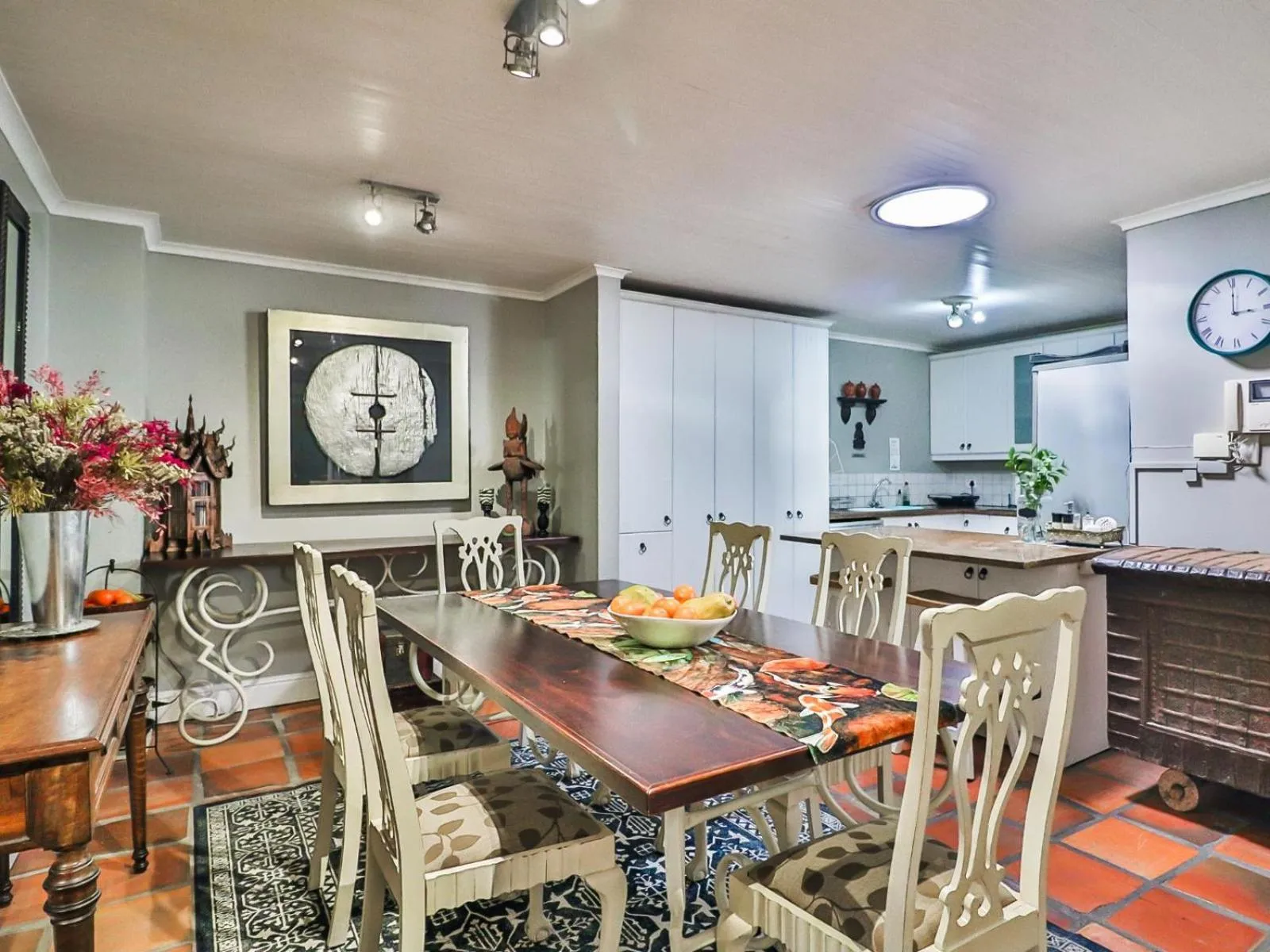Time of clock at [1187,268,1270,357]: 3:00
